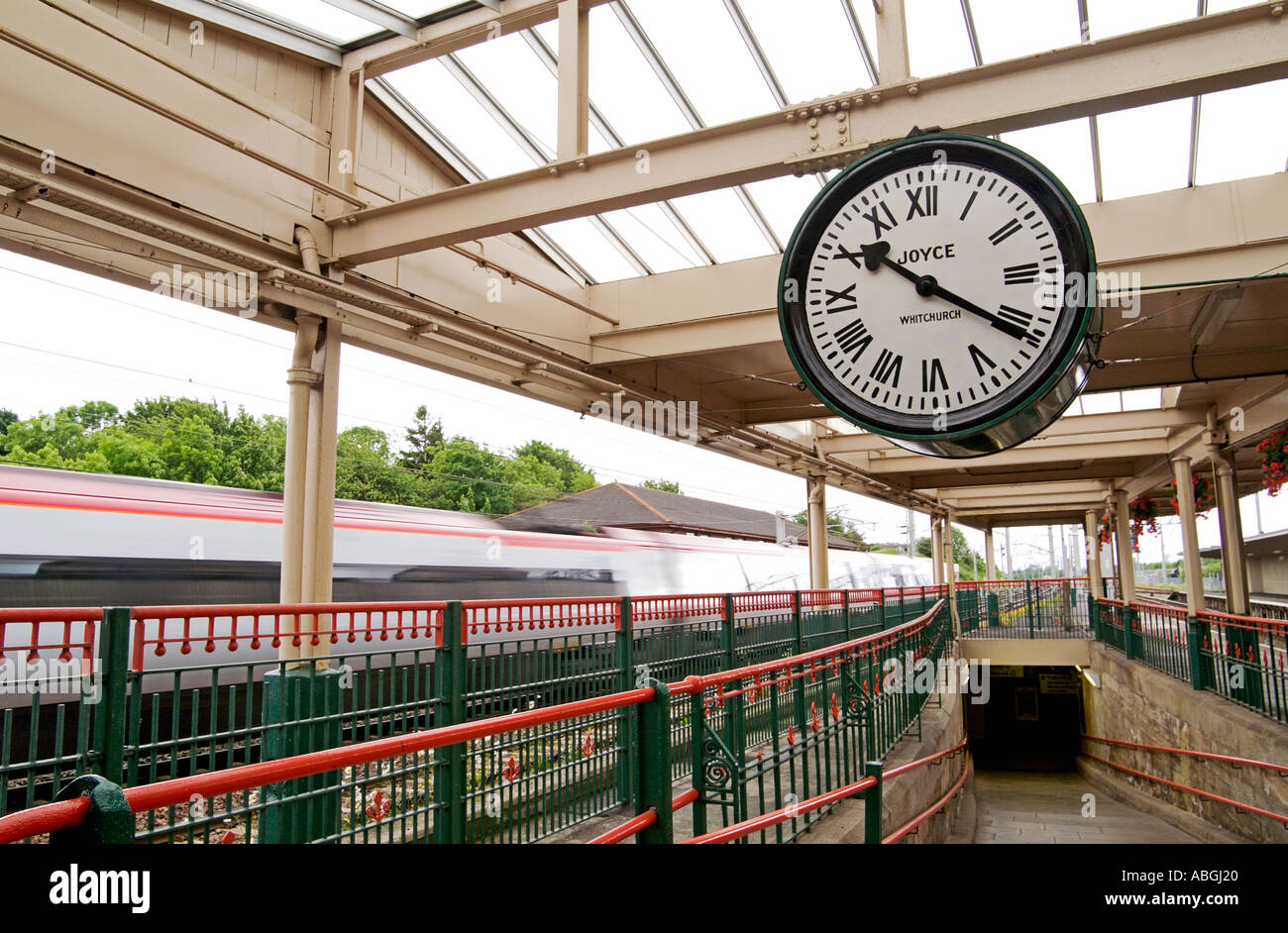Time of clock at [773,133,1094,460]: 10:20
